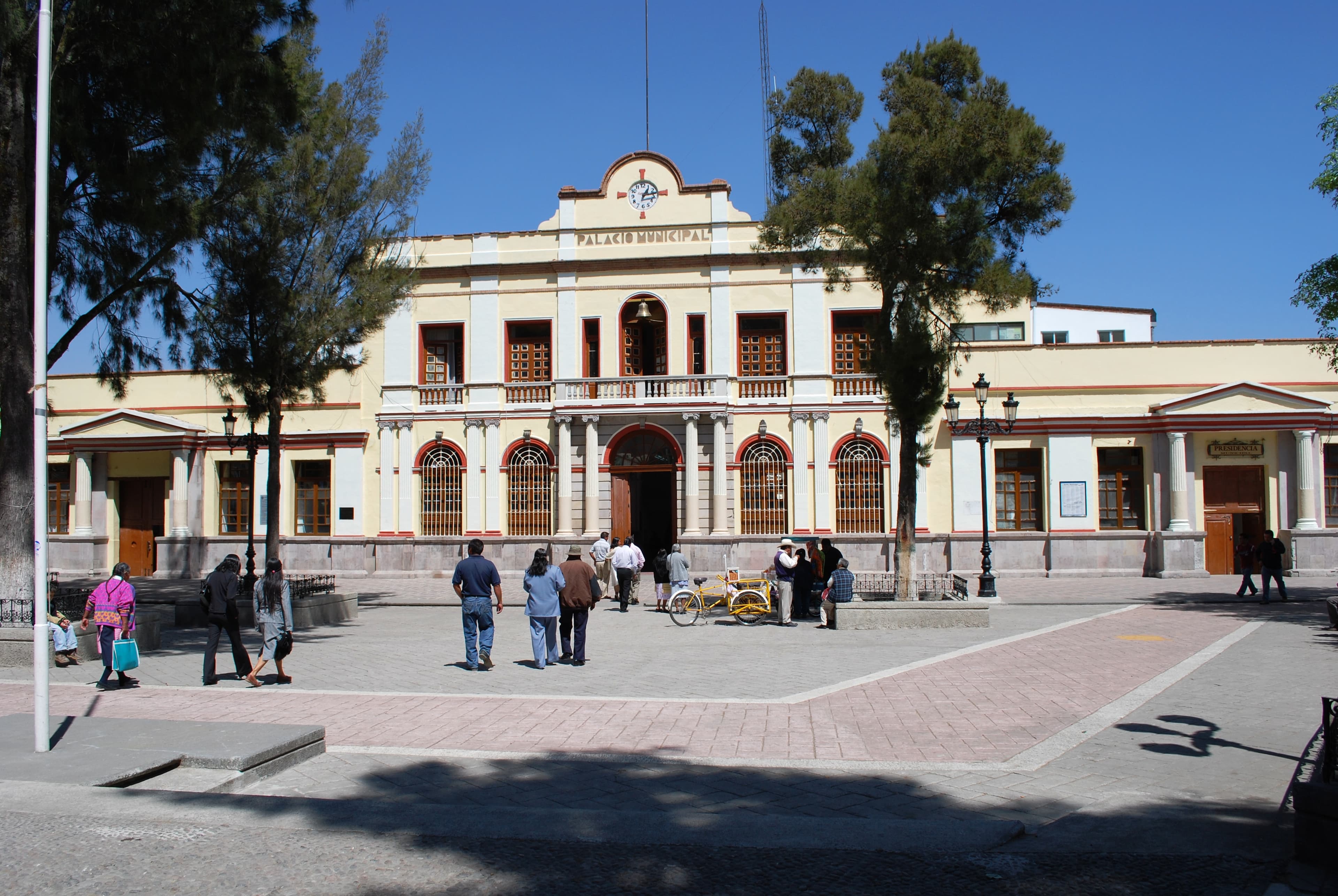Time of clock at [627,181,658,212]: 1:13
